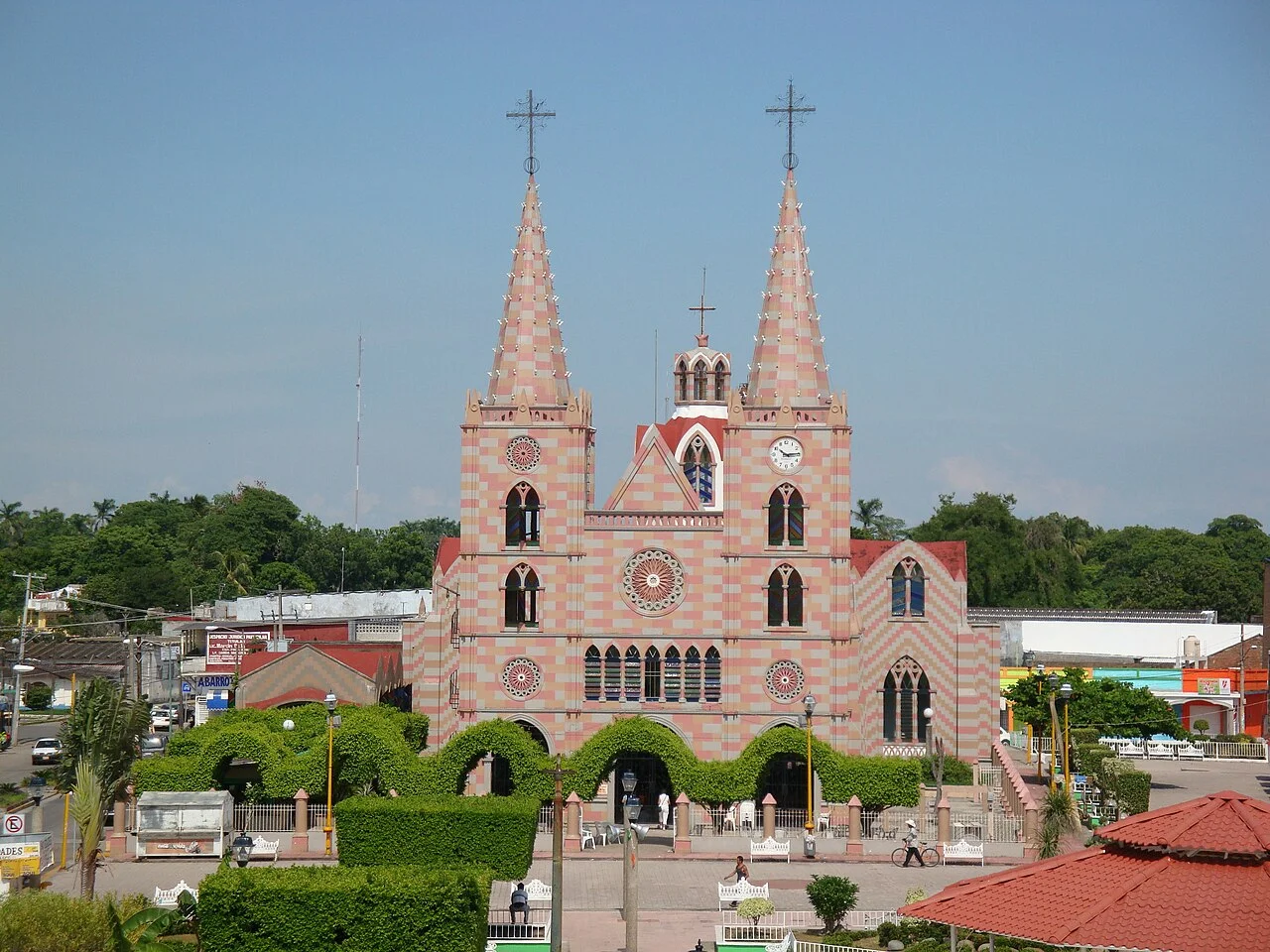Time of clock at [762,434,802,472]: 10:14
